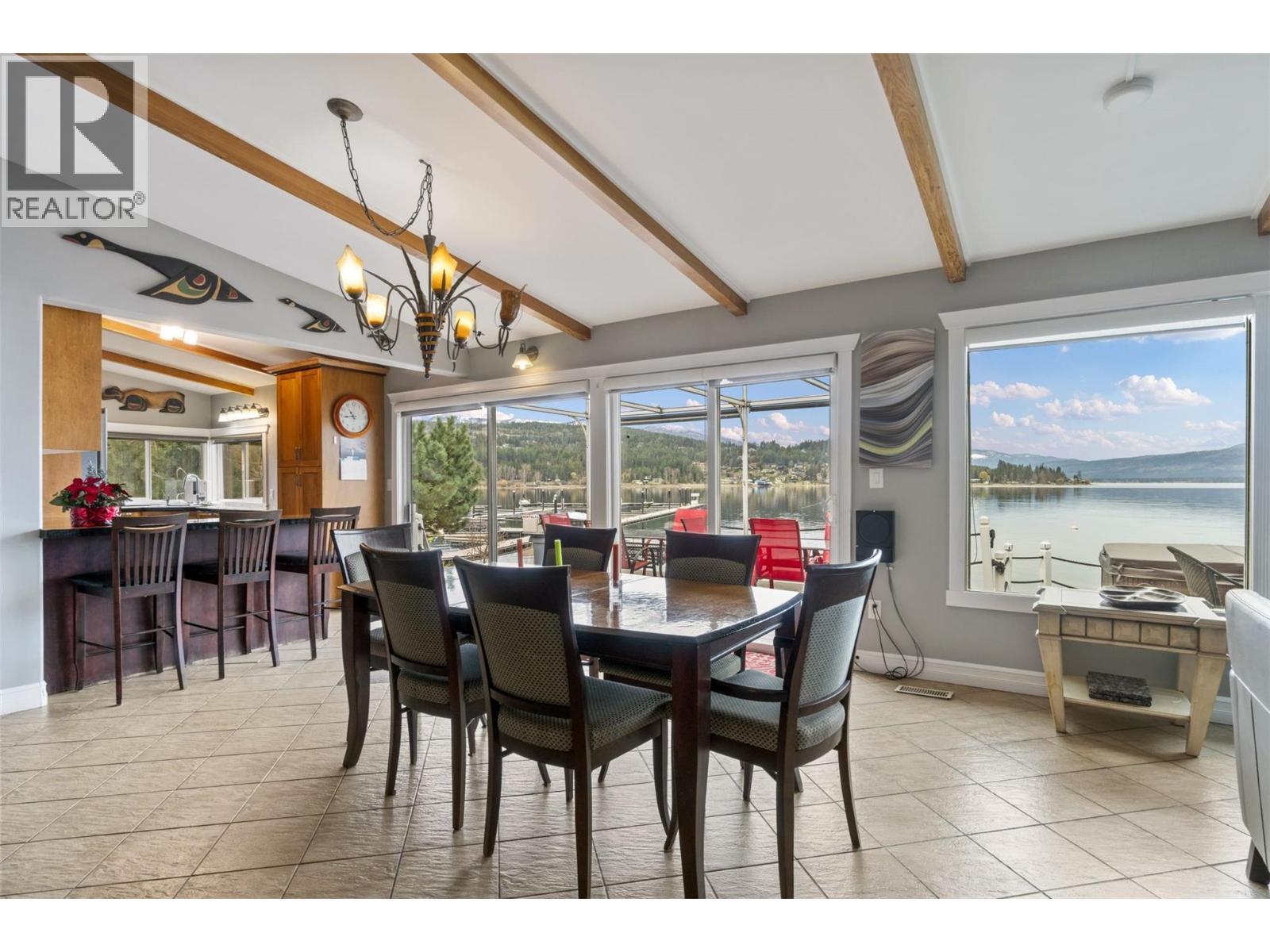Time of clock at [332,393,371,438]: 10:43
